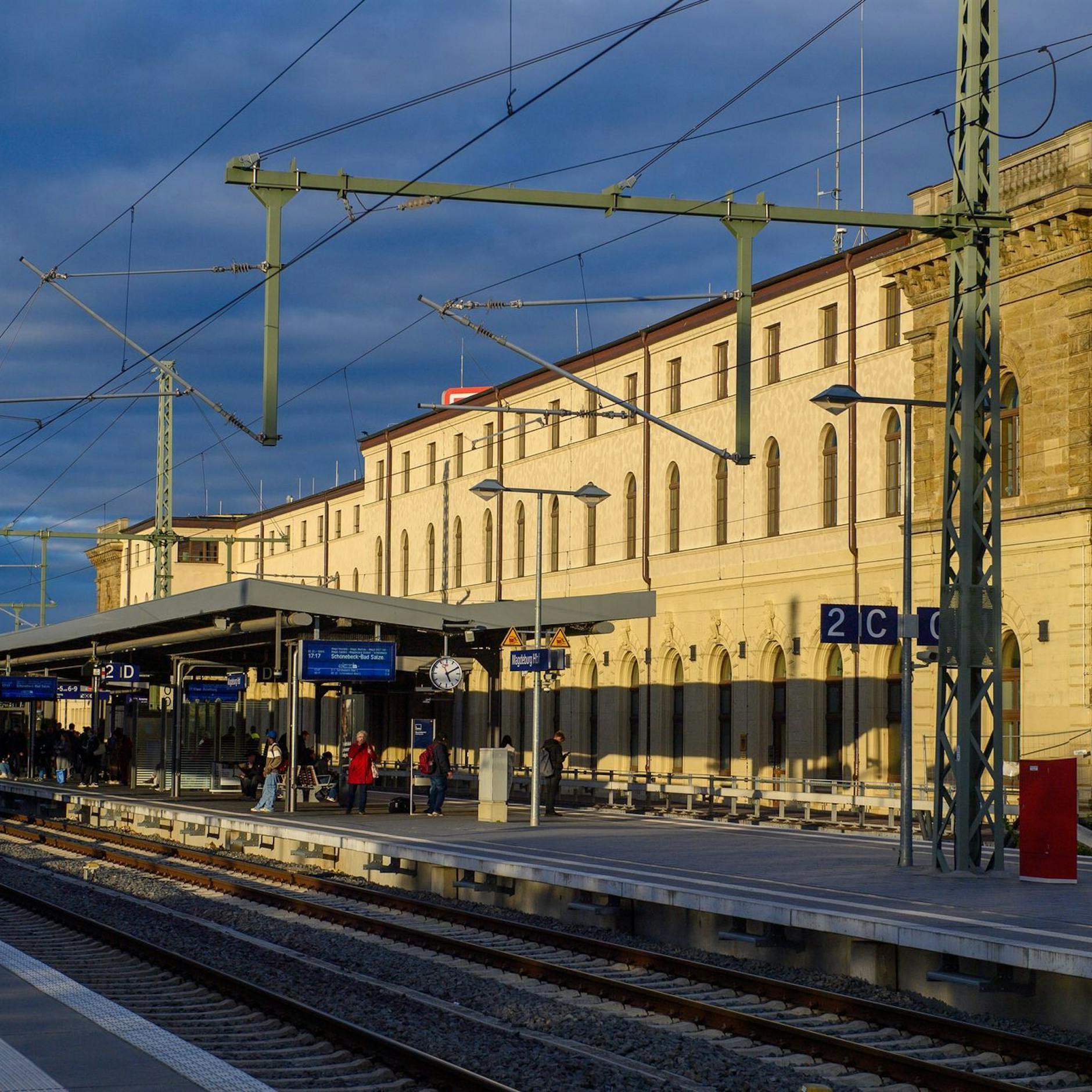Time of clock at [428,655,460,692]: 5:10
